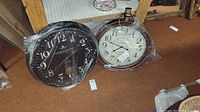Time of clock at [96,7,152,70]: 7:48
